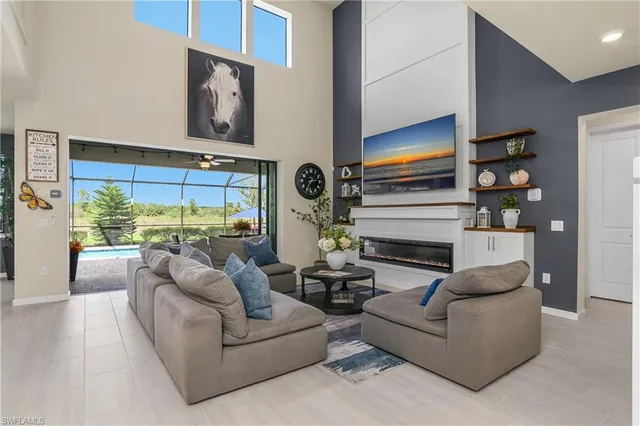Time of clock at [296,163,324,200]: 2:35
